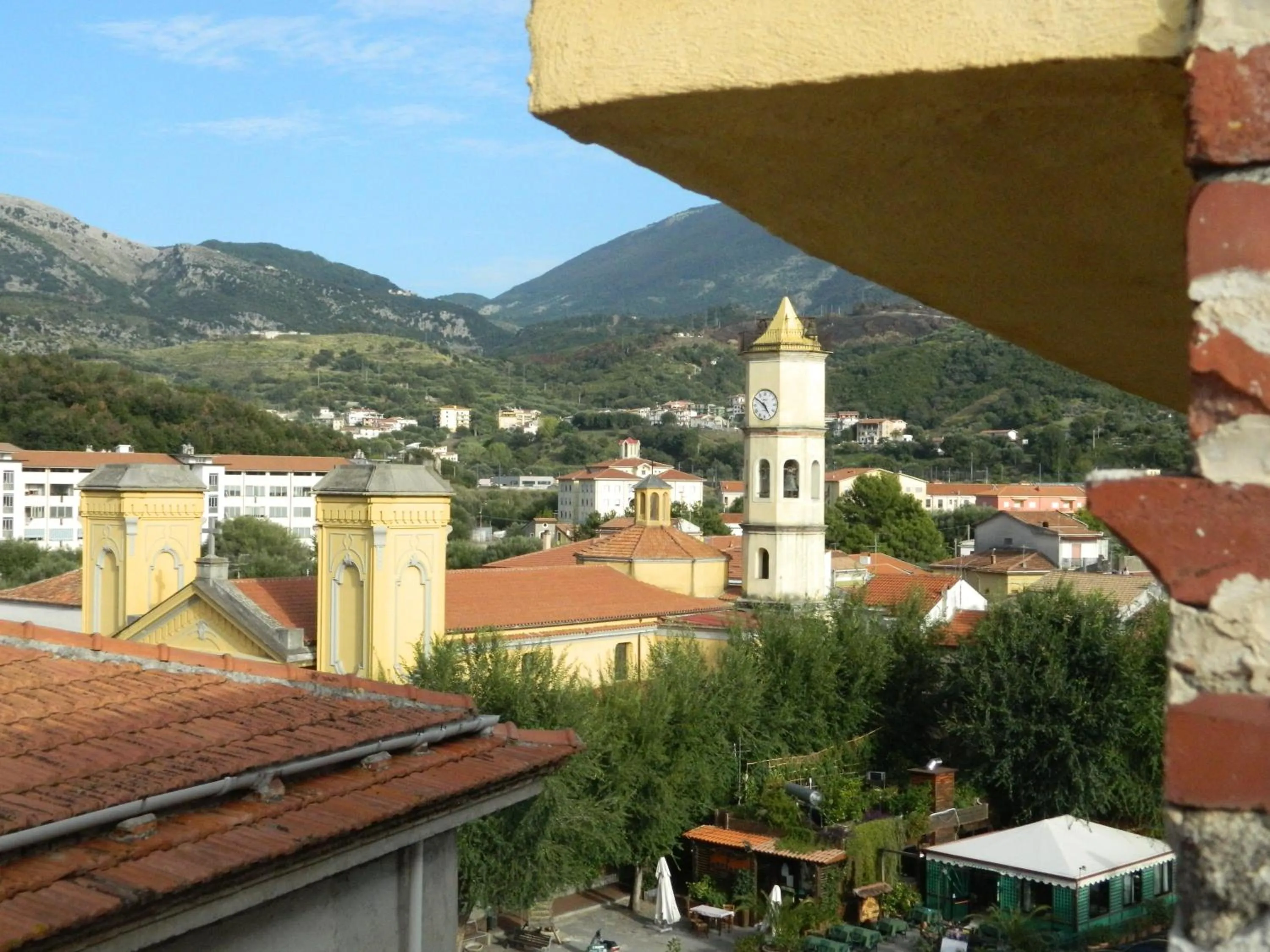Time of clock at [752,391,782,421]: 4:50
